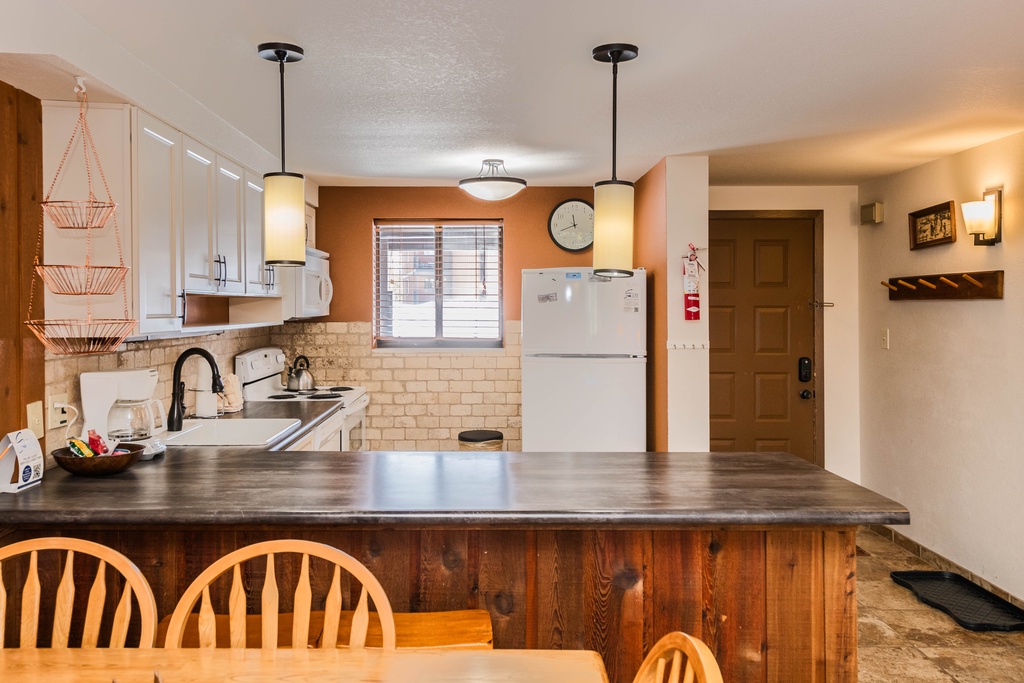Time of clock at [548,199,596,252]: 11:41
